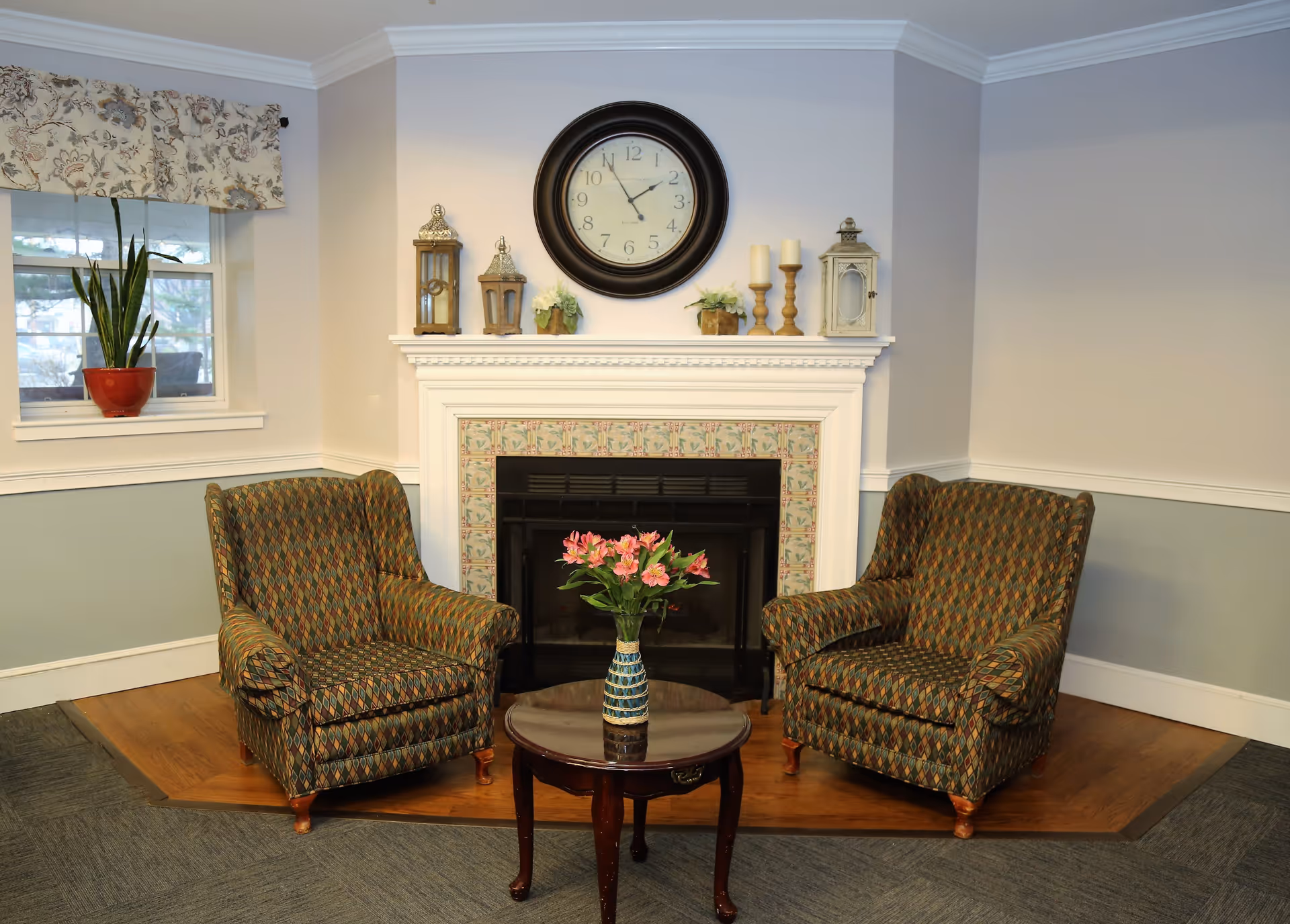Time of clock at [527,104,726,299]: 1:54
